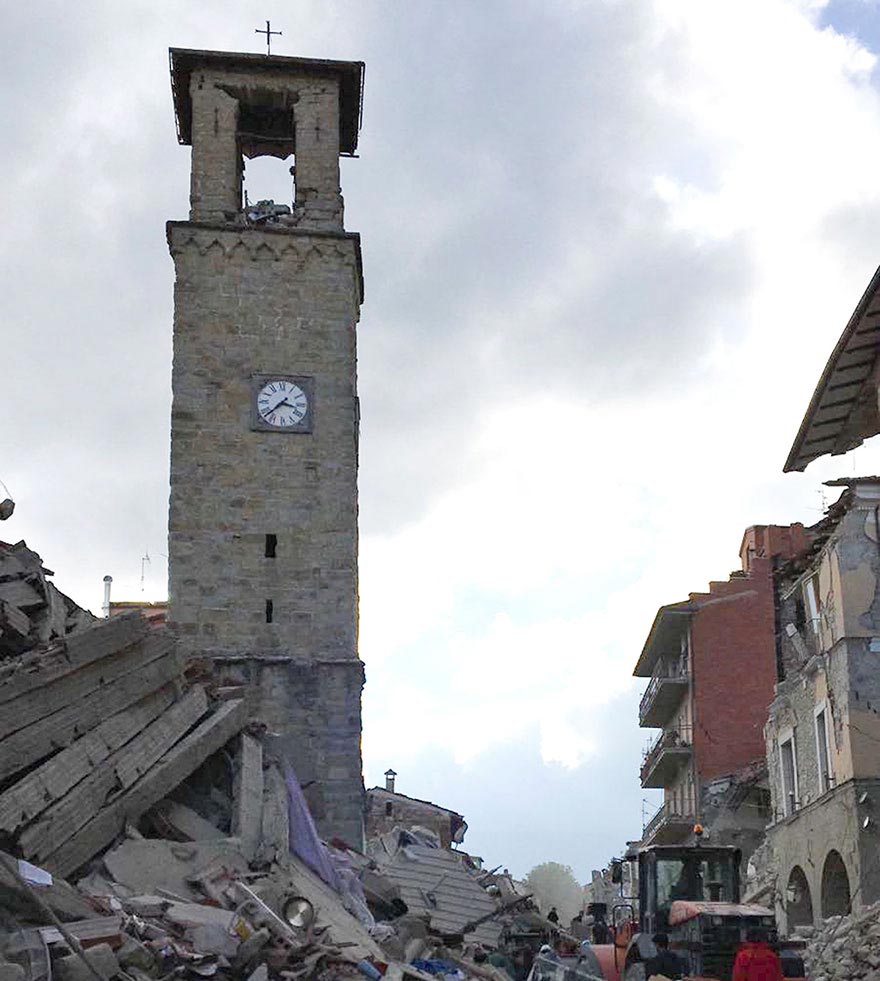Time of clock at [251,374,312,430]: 3:37
